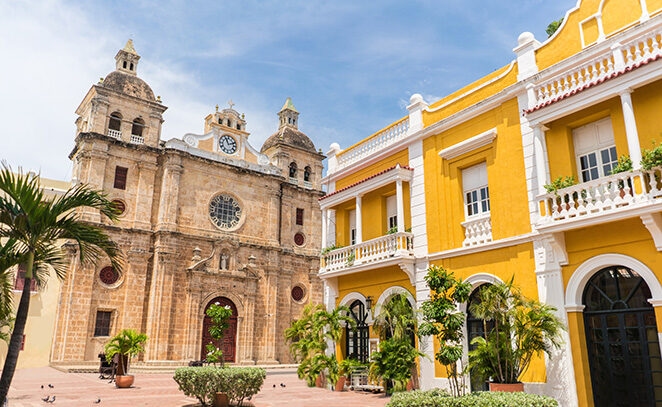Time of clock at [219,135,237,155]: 11:11
